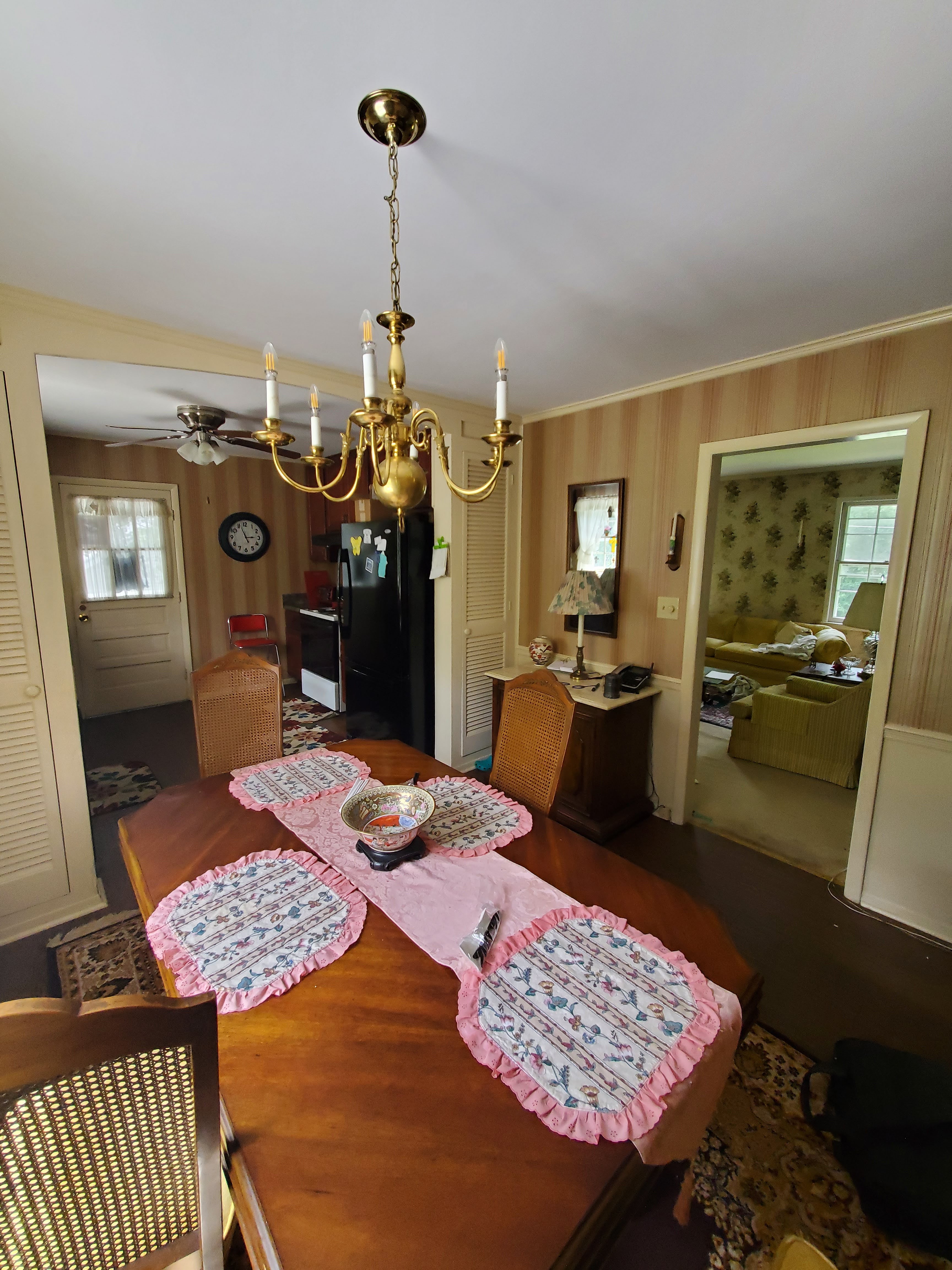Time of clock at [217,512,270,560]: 2:56
